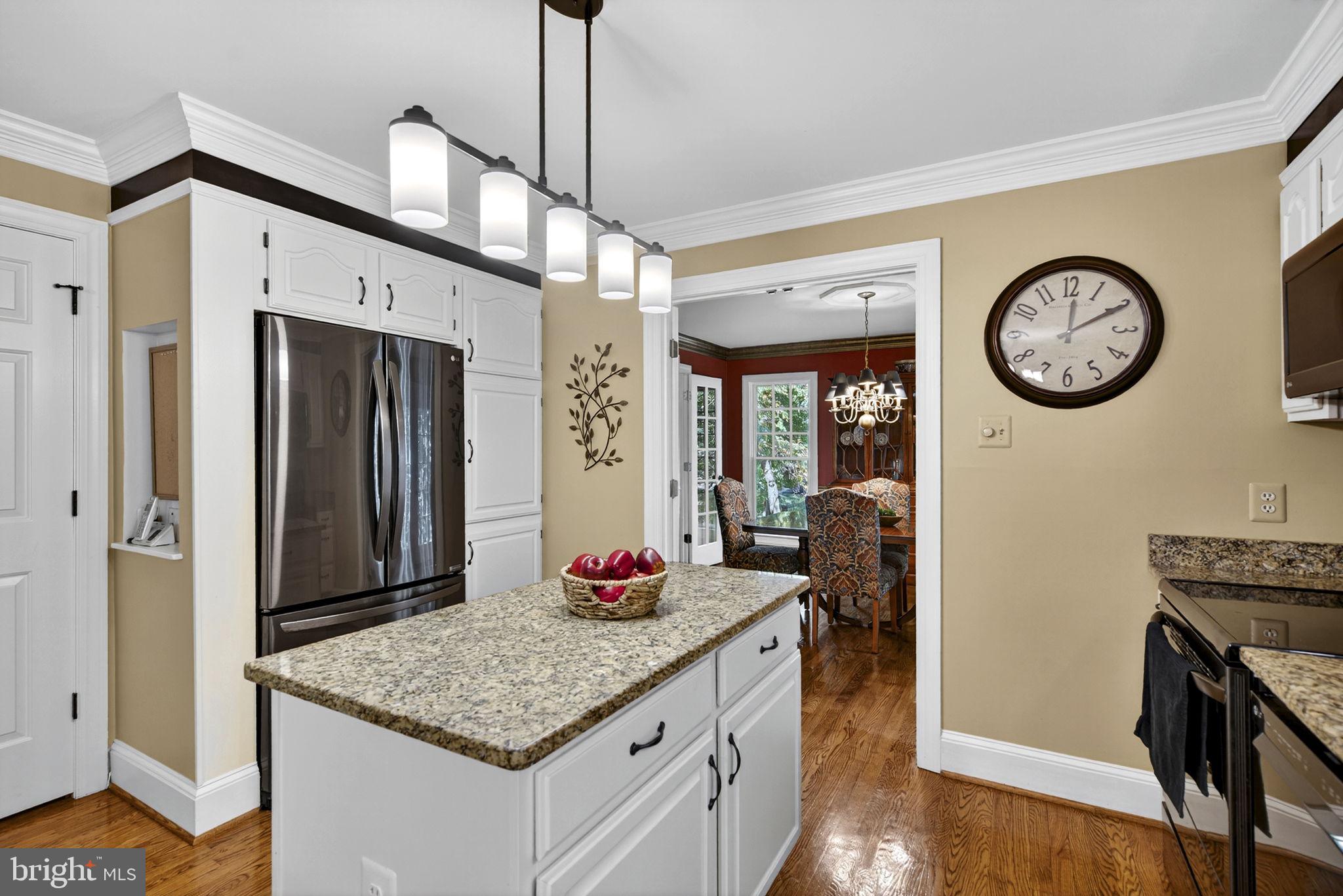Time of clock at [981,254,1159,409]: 12:10
